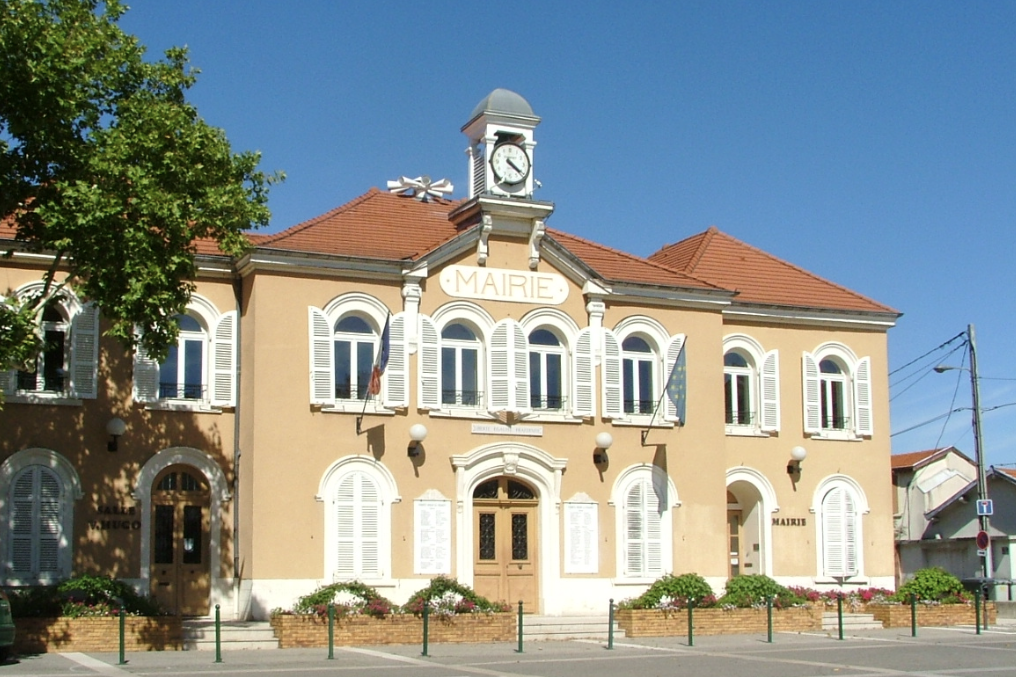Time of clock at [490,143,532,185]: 4:20
